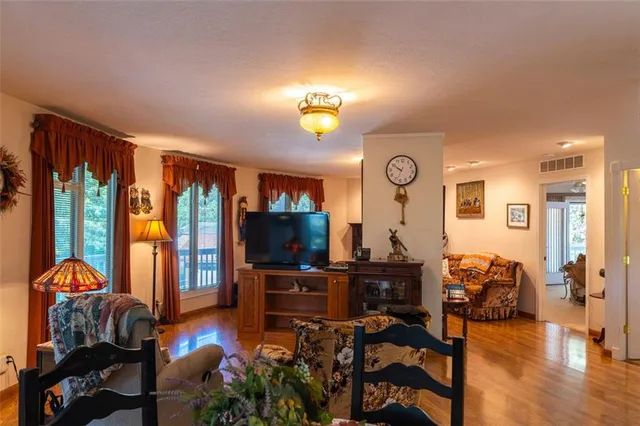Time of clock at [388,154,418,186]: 9:50
